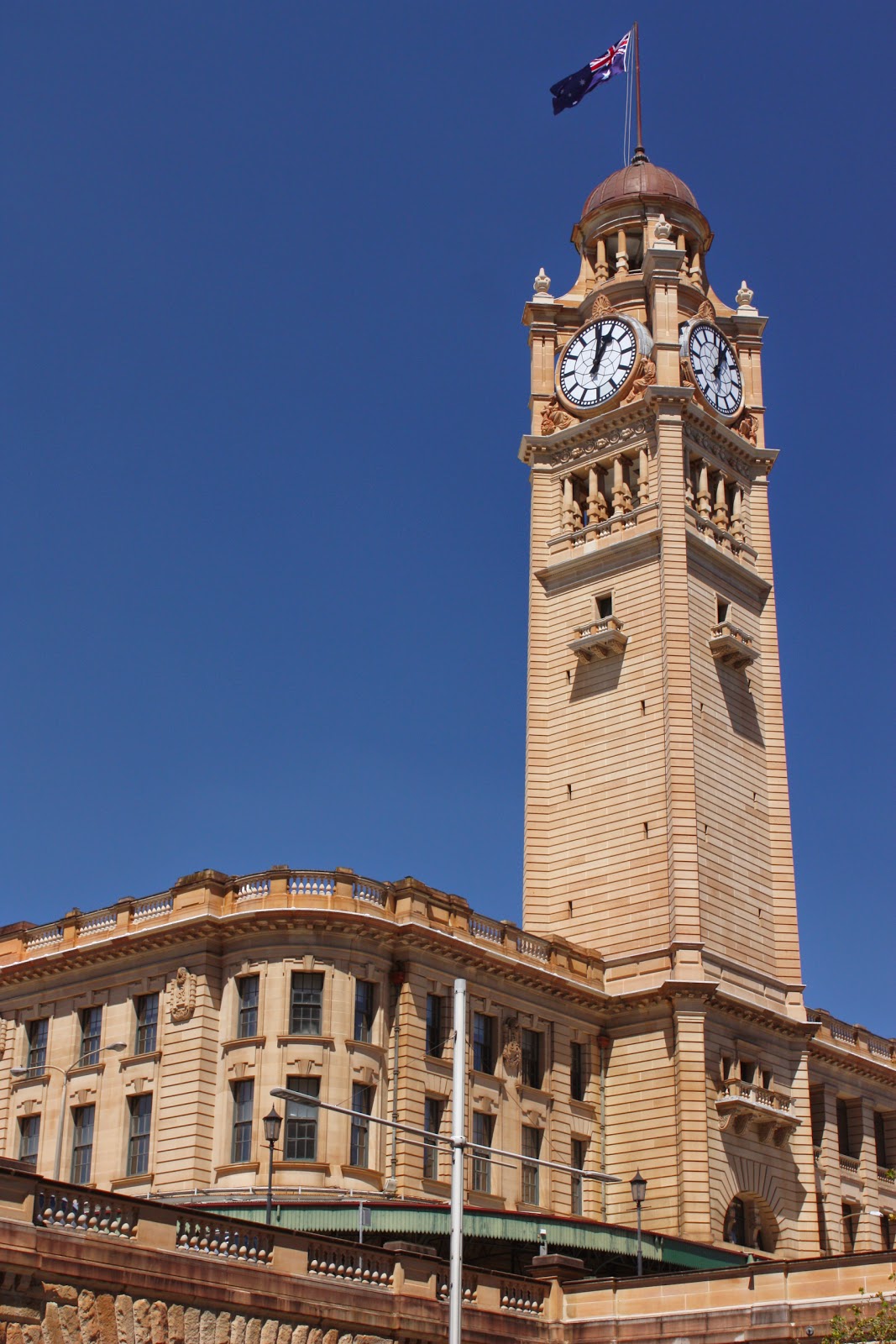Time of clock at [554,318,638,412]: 1:01
